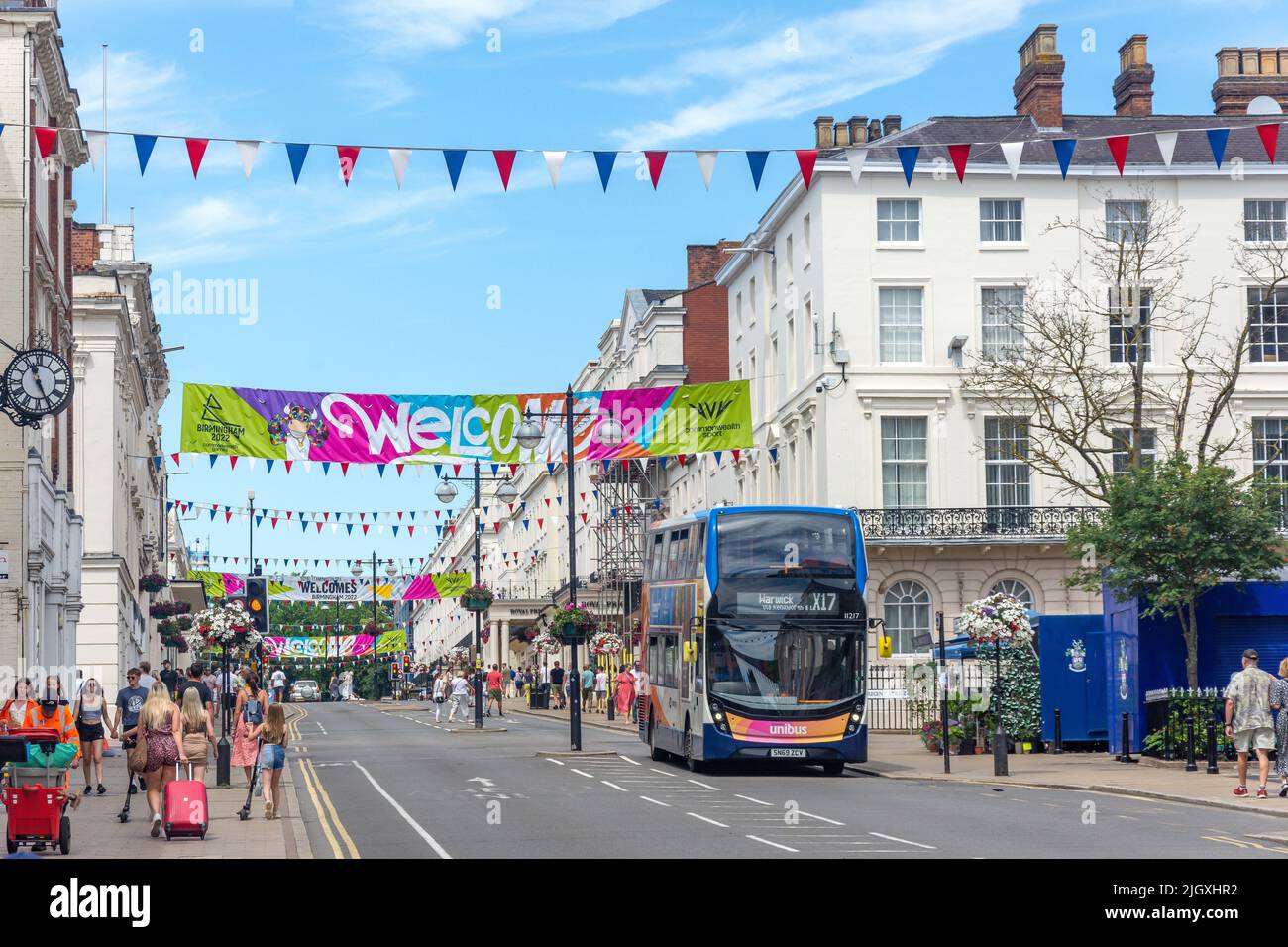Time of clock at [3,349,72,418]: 11:25
